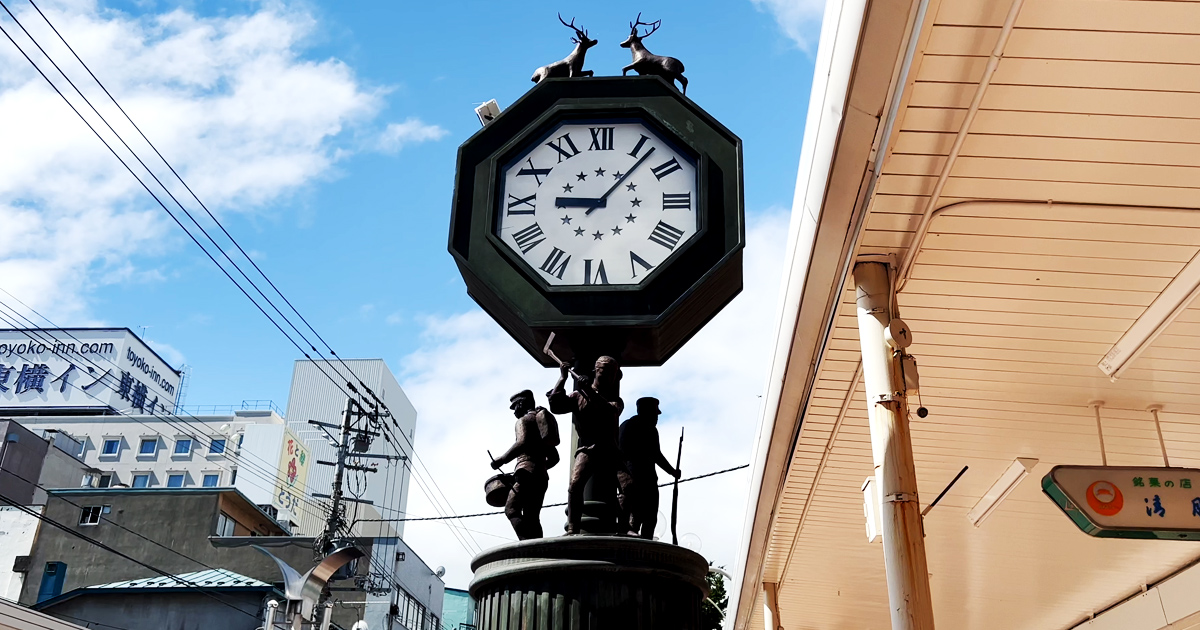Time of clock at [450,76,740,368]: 9:07
